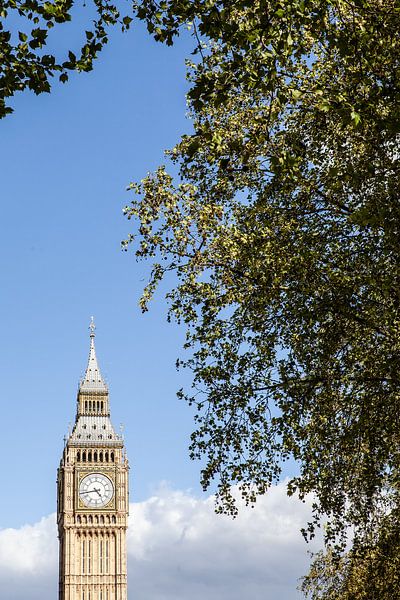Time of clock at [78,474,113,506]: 4:43
